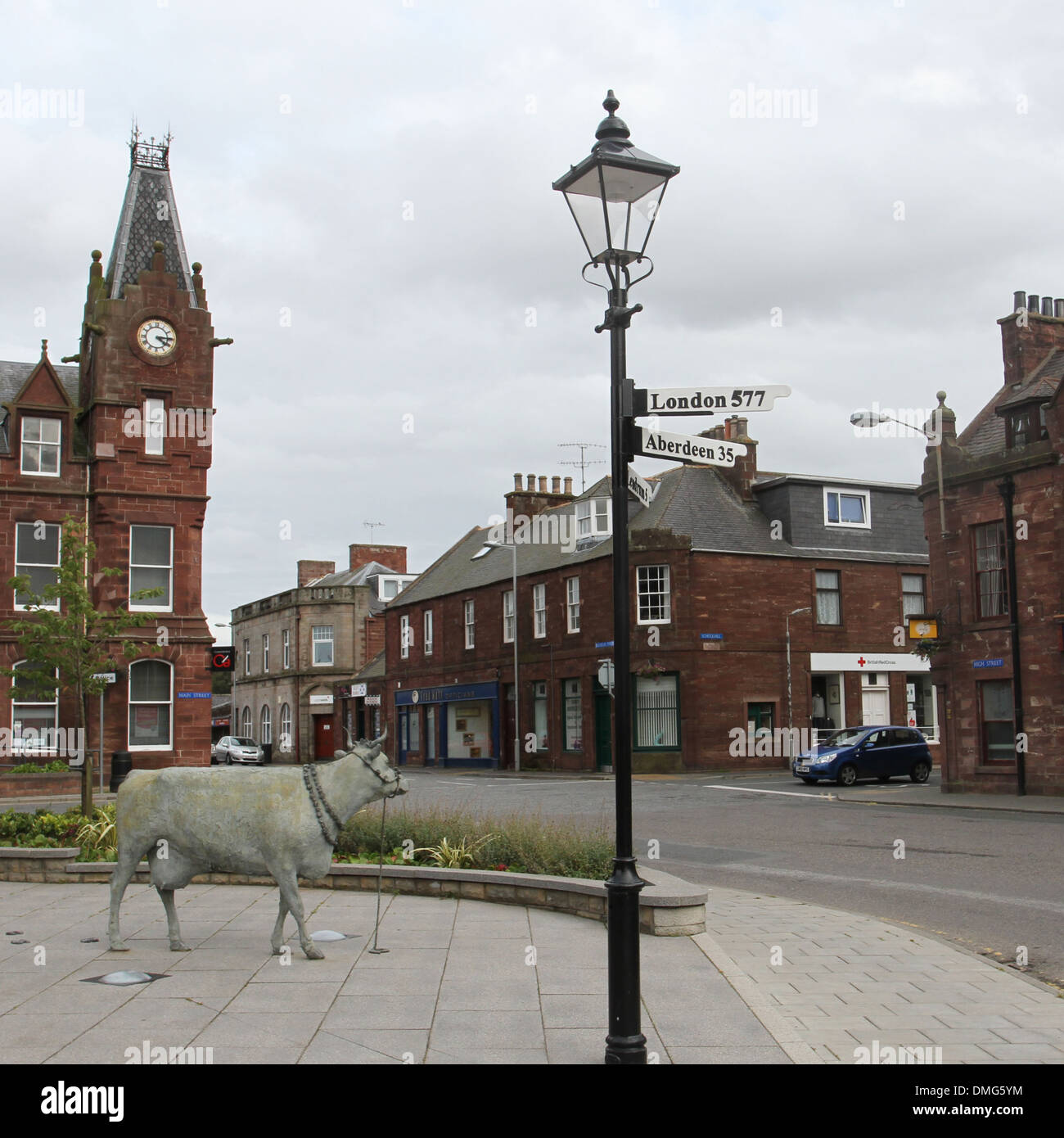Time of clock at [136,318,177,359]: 4:15
